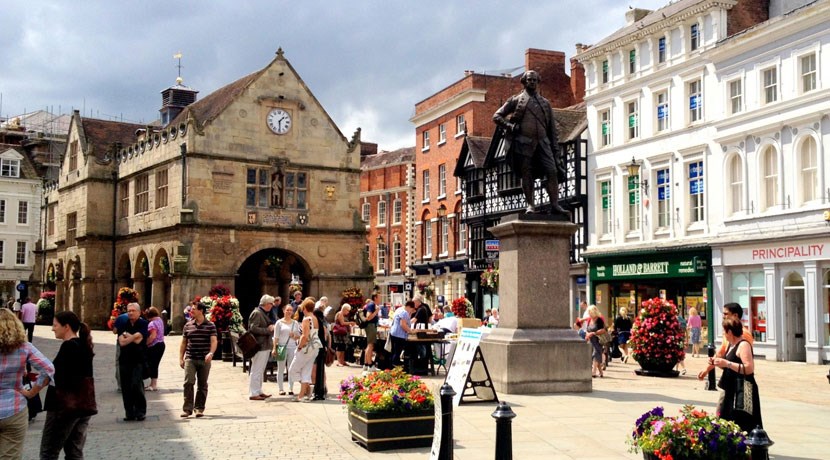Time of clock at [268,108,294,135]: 1:29
